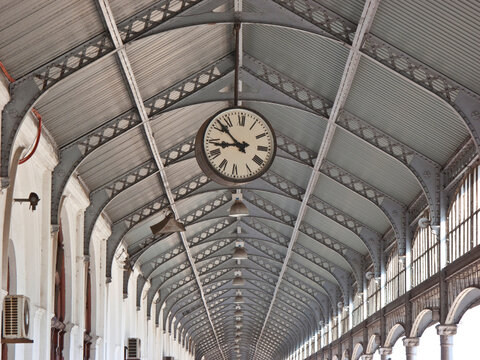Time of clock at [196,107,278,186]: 8:52
